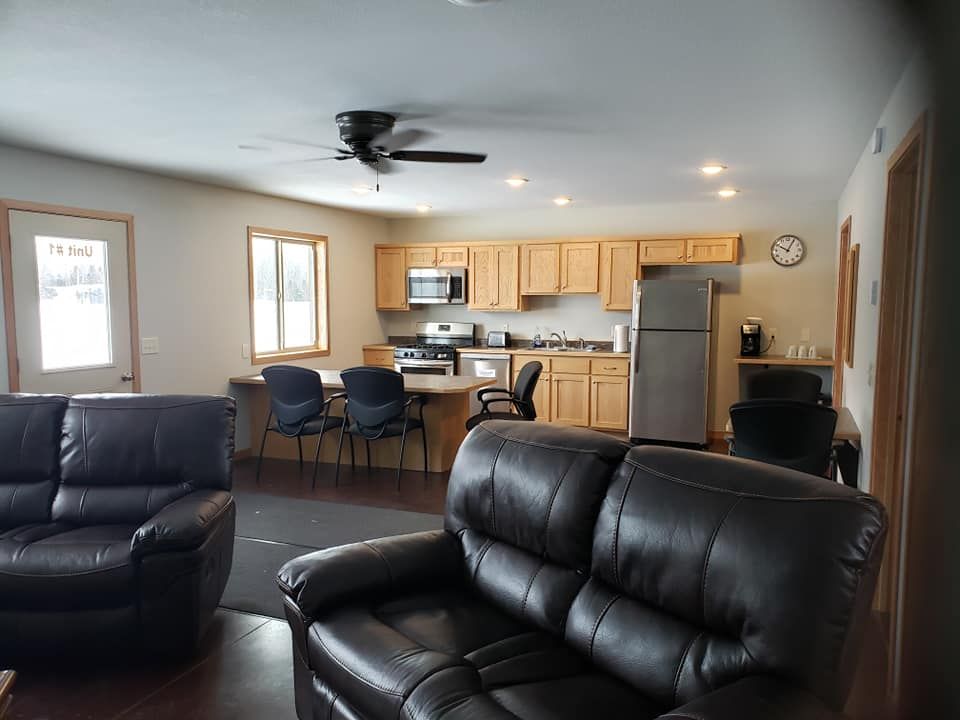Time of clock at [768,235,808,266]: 10:04
